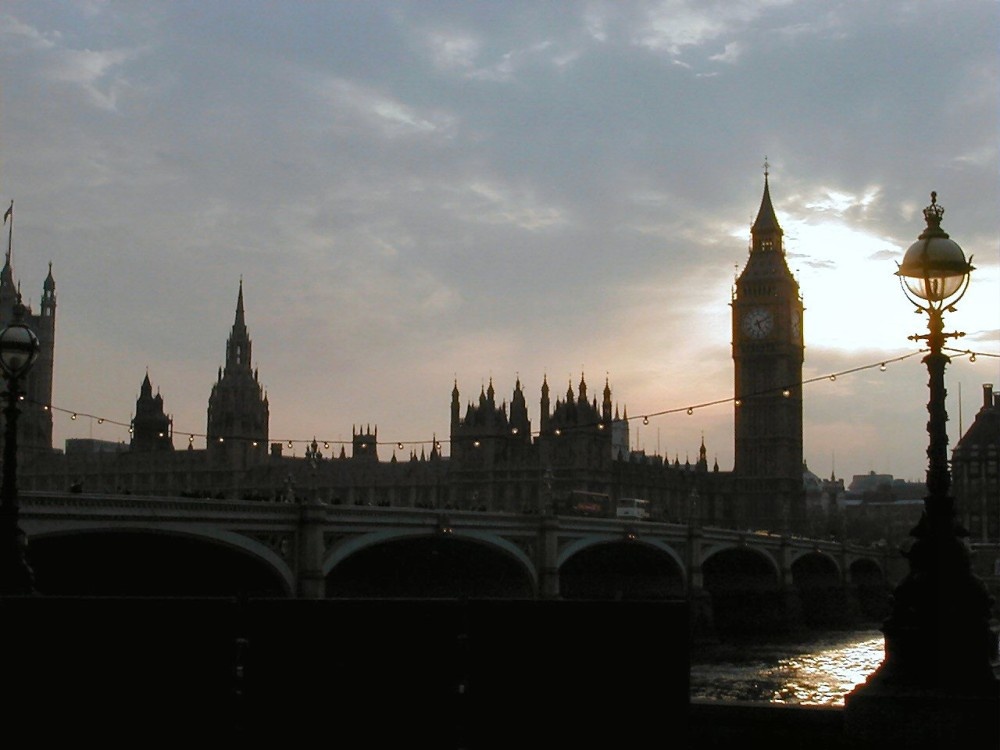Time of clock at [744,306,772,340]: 5:11
